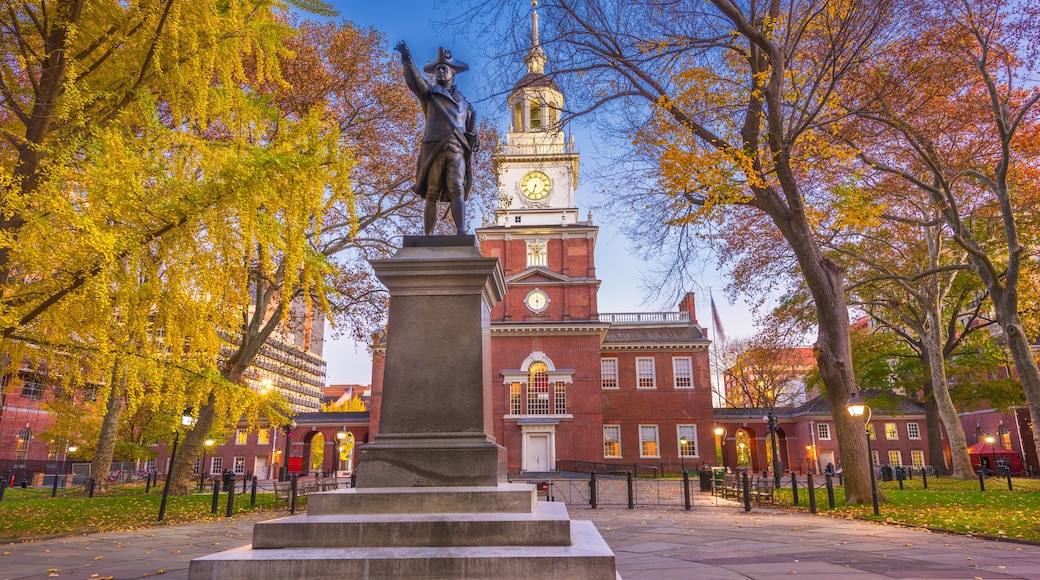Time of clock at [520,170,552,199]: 6:32
